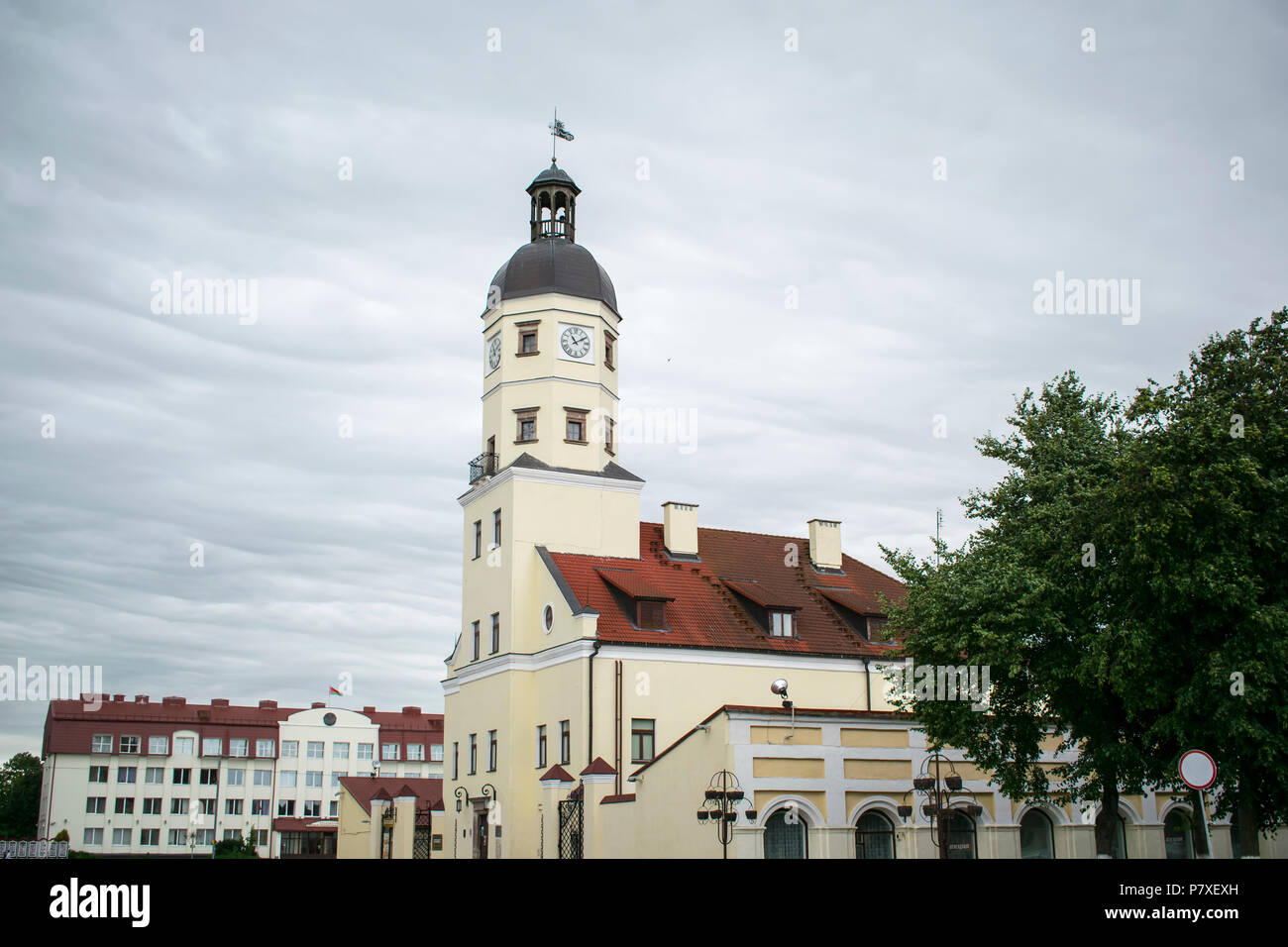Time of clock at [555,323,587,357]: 11:09
